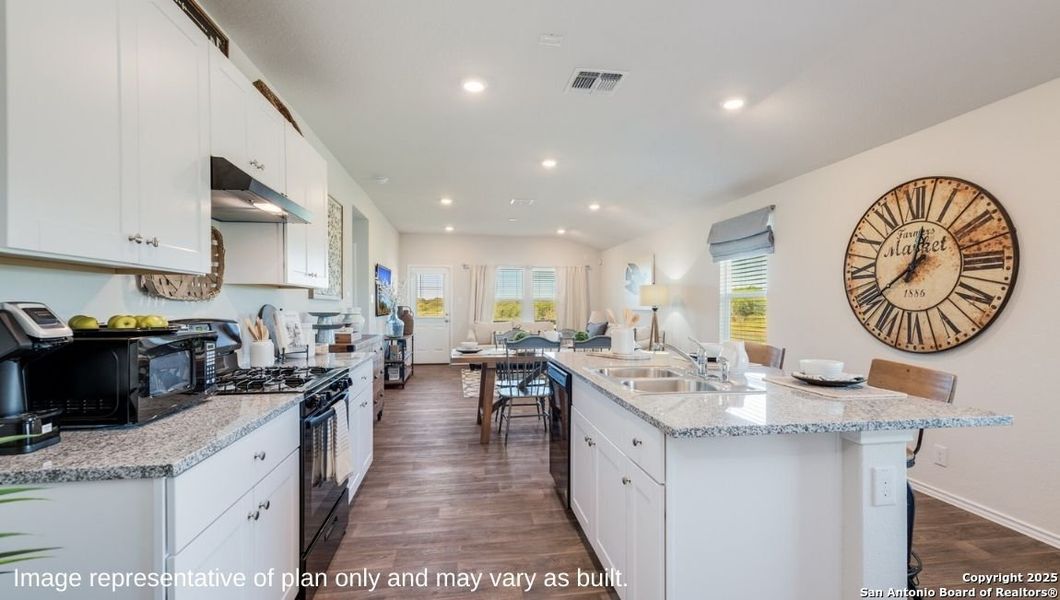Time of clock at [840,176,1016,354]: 12:39
